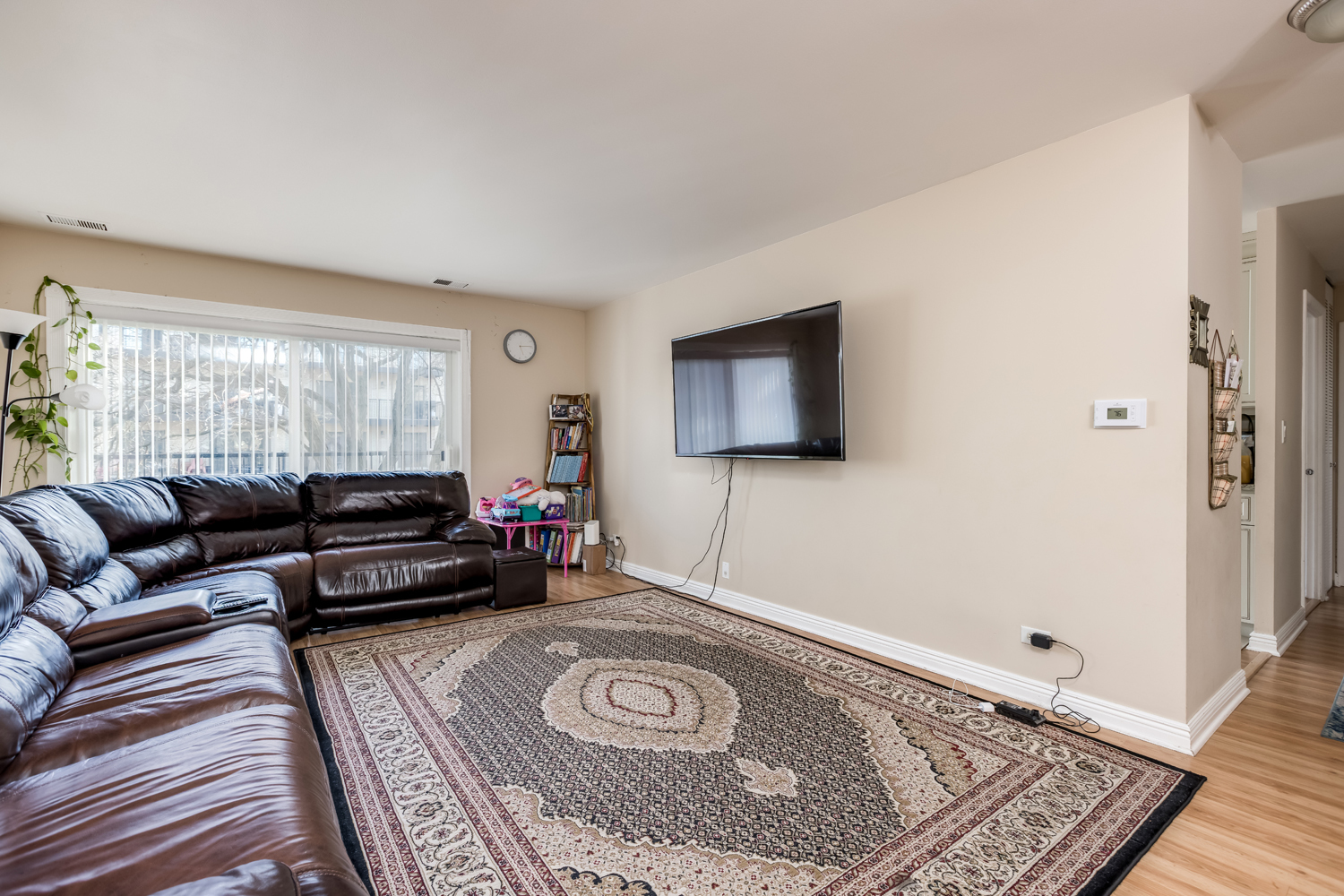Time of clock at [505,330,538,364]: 5:14
